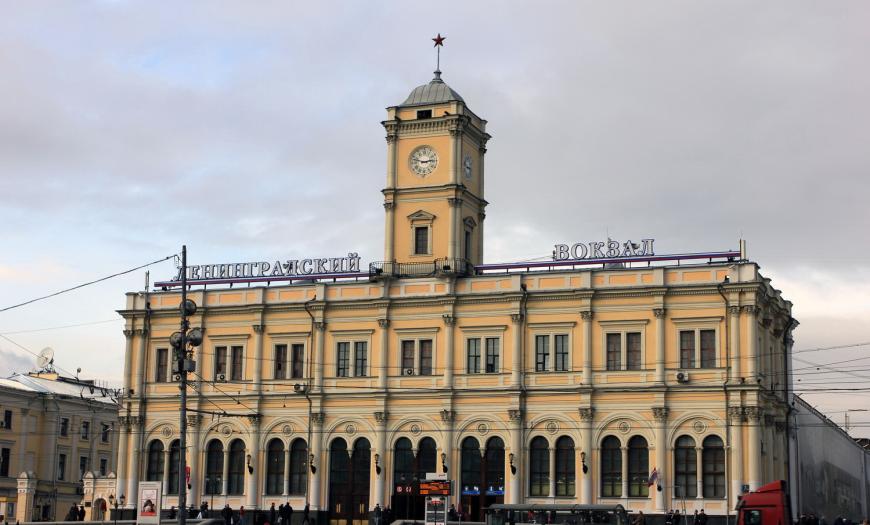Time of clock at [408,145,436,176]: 2:48
